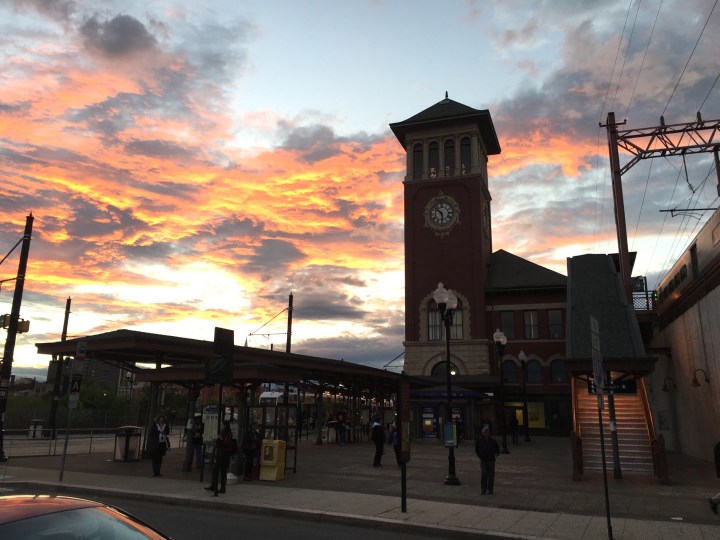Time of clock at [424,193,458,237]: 5:51
